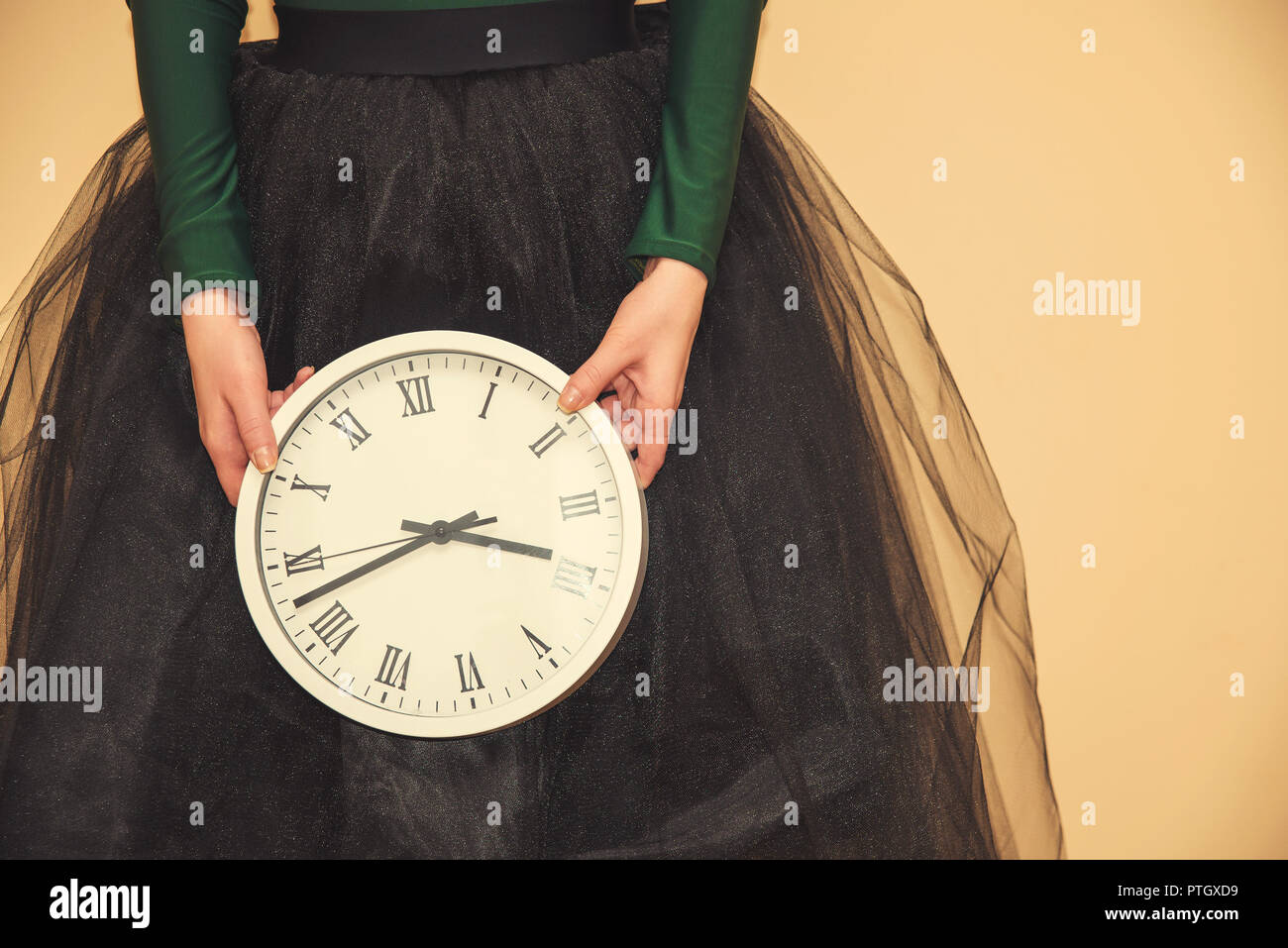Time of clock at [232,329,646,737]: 3:42
